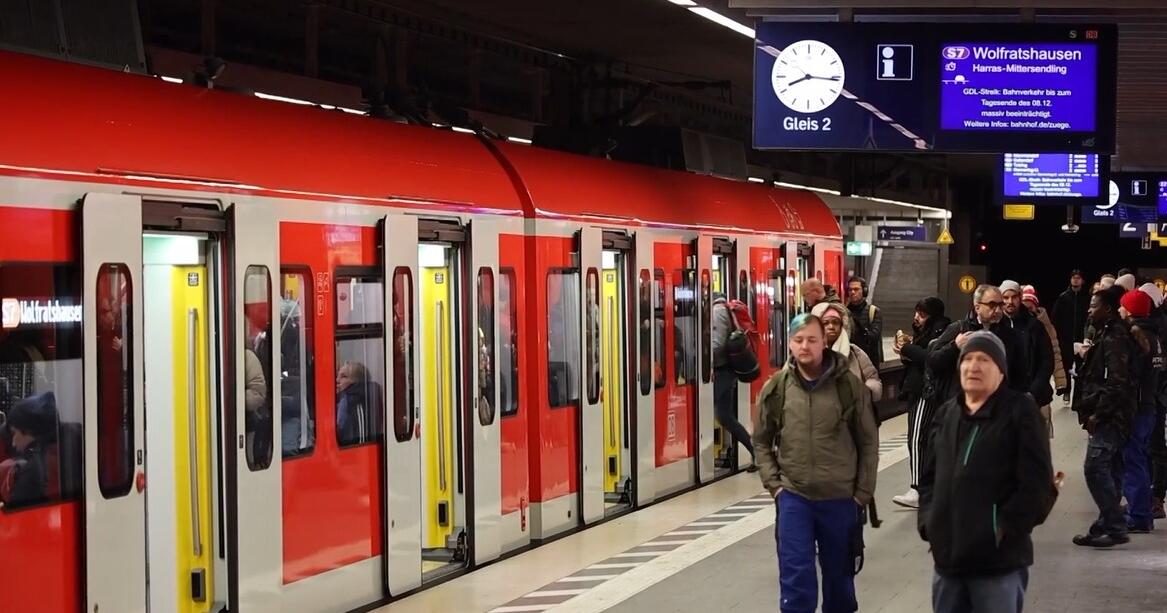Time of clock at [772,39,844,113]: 8:16
